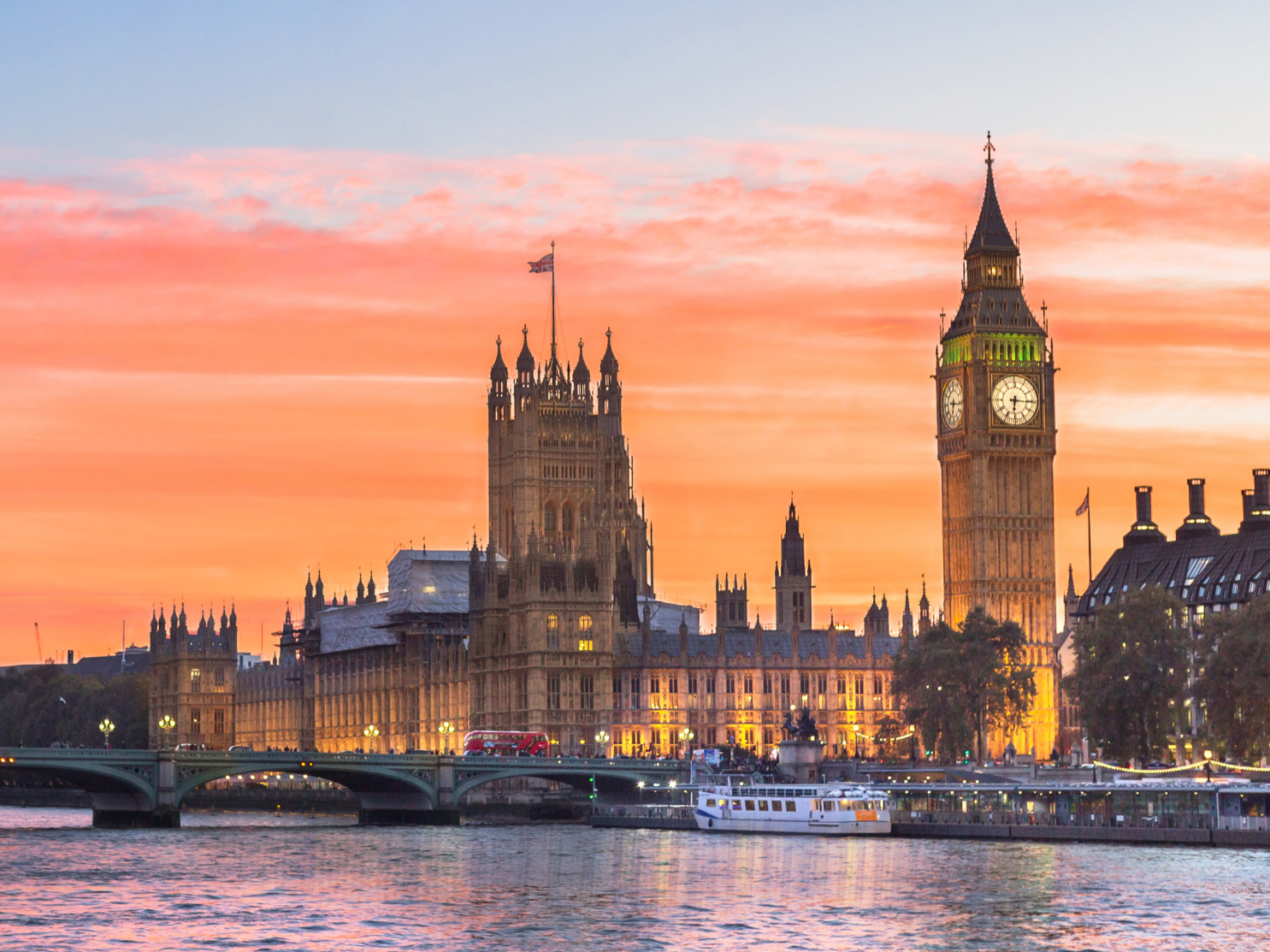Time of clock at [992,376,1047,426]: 6:15
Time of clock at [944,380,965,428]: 6:15
